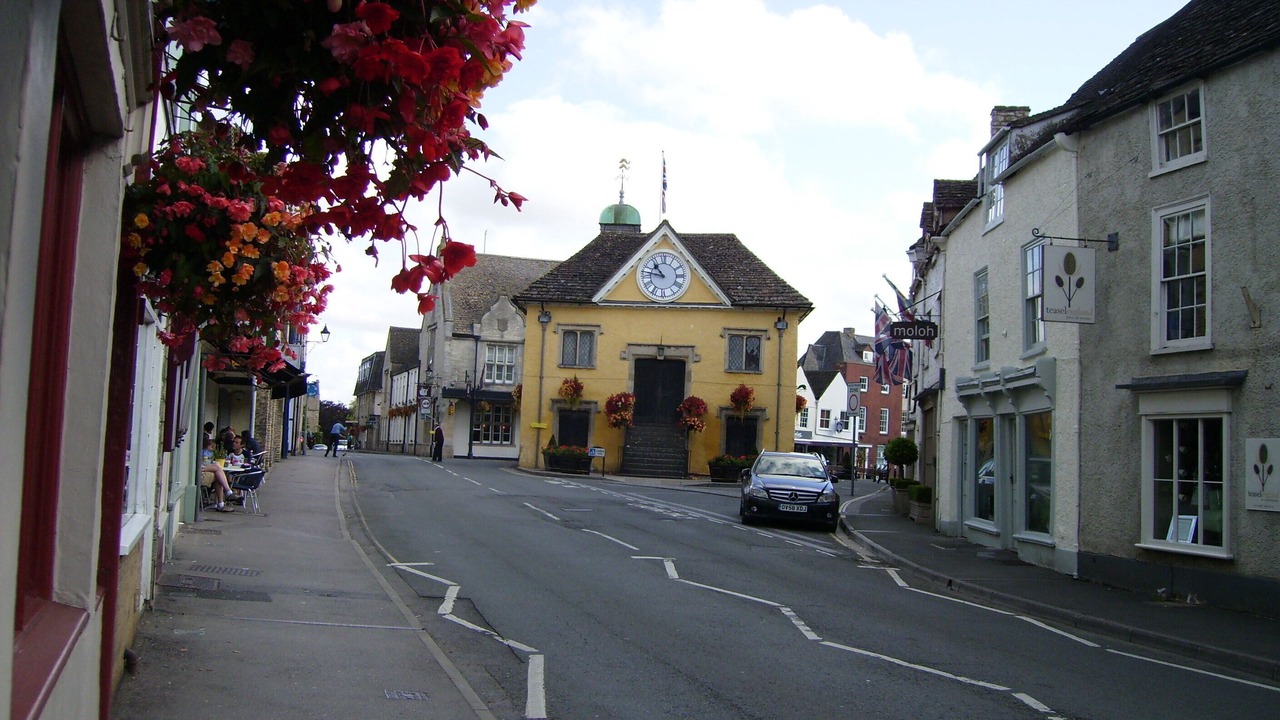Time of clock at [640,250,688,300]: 10:46
